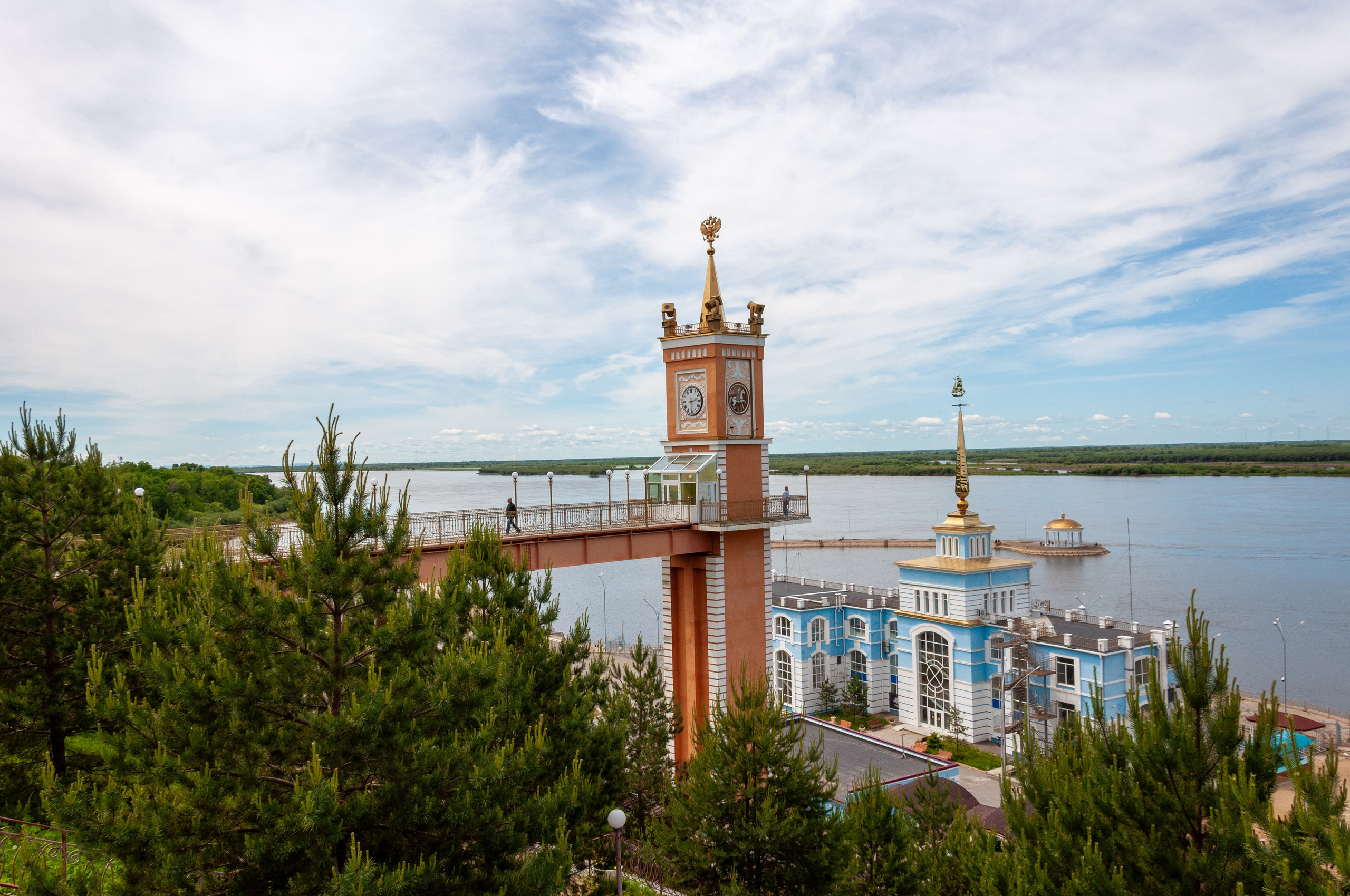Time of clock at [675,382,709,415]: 2:30
